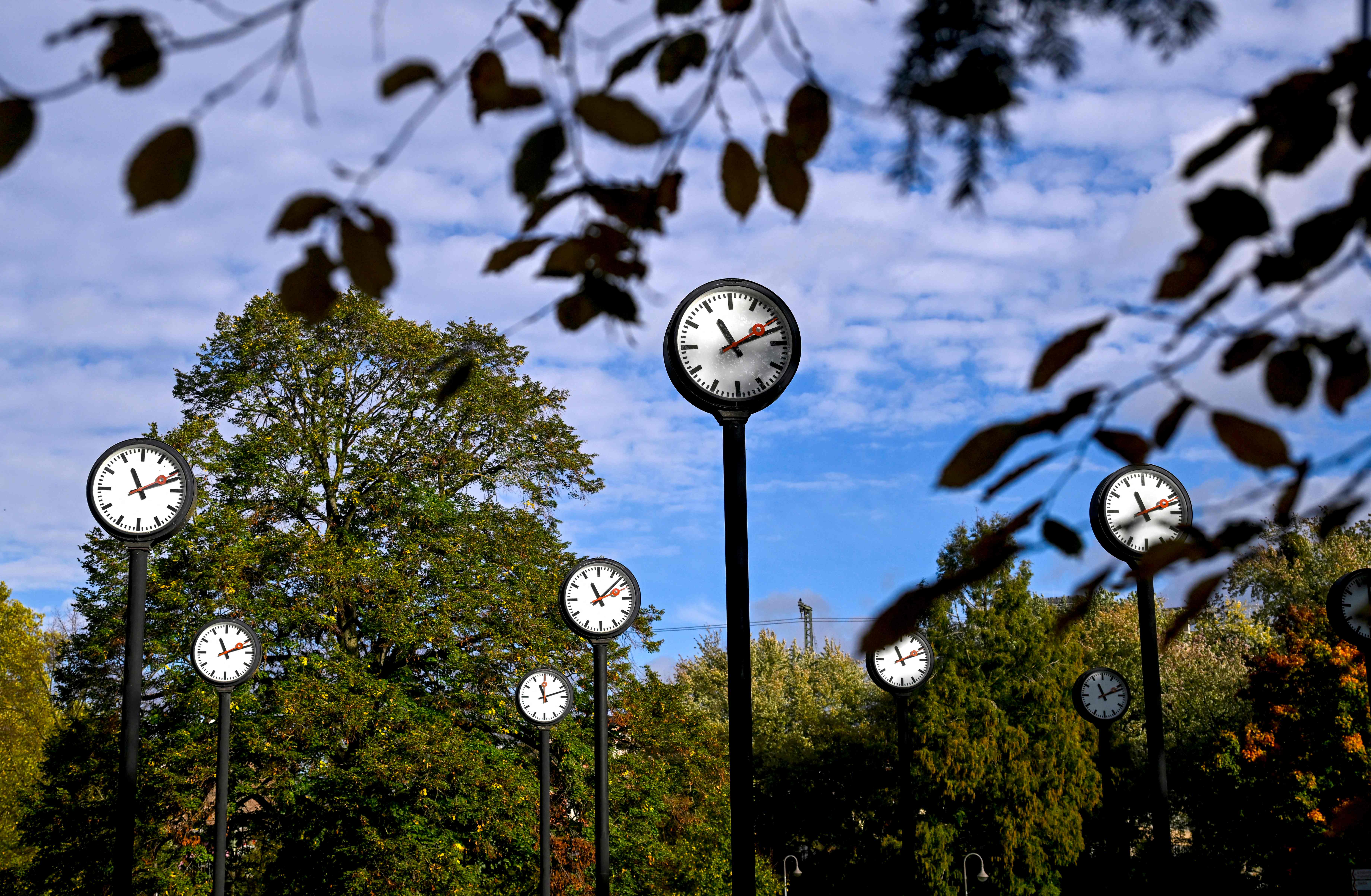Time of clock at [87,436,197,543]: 11:11
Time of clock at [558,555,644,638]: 11:07
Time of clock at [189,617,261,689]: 11:12
